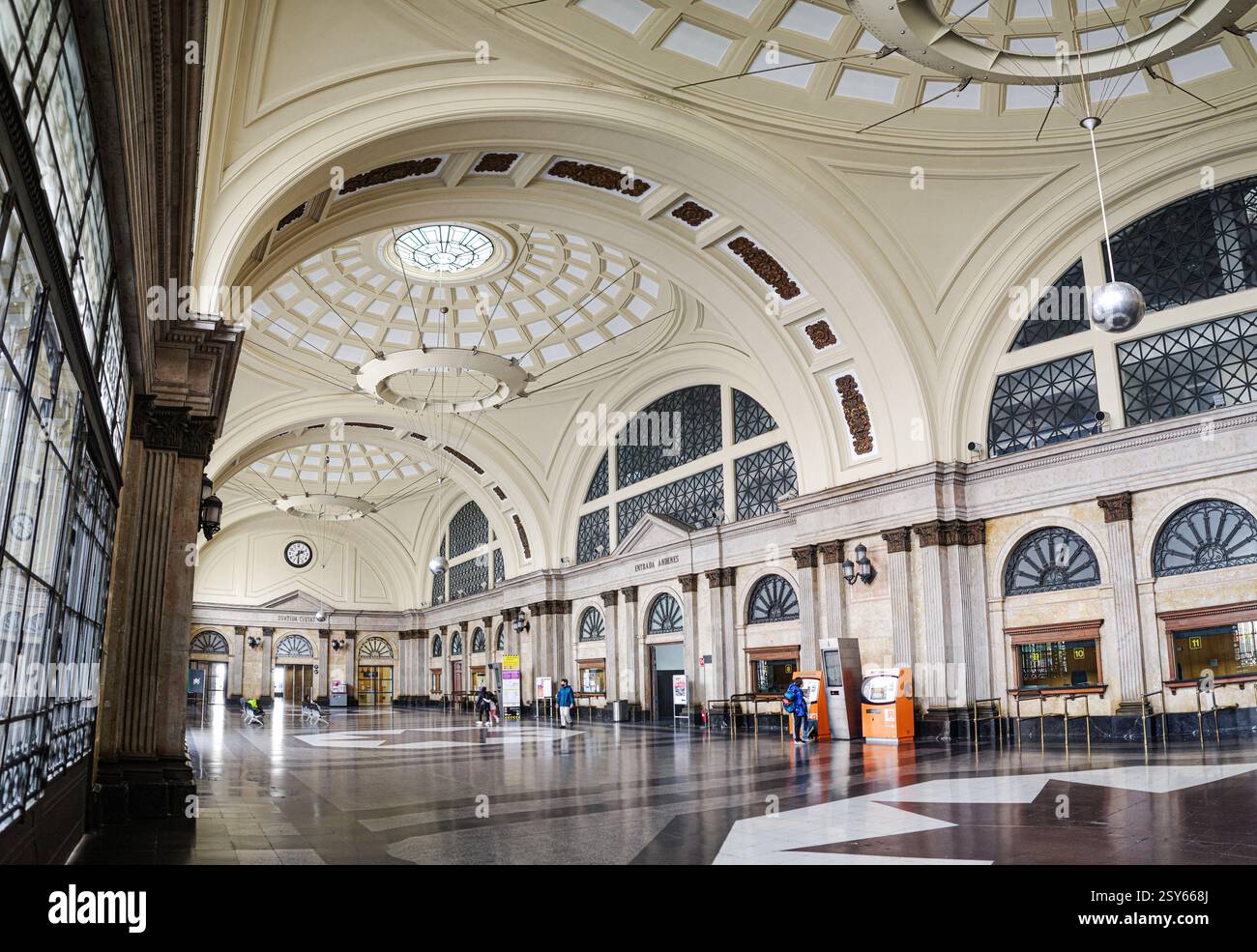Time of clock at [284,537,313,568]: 2:29
